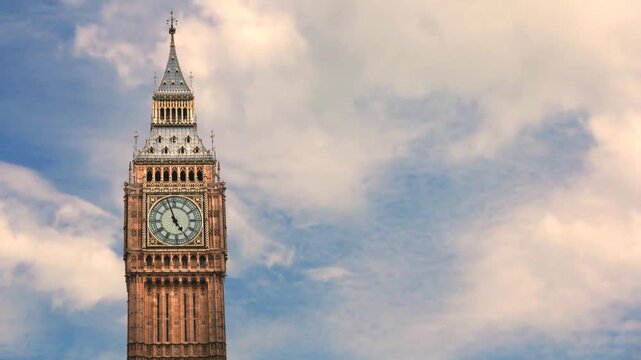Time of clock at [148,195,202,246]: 4:57
